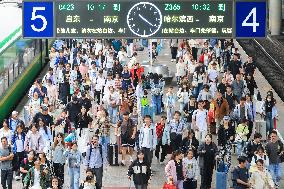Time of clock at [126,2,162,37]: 10:21
